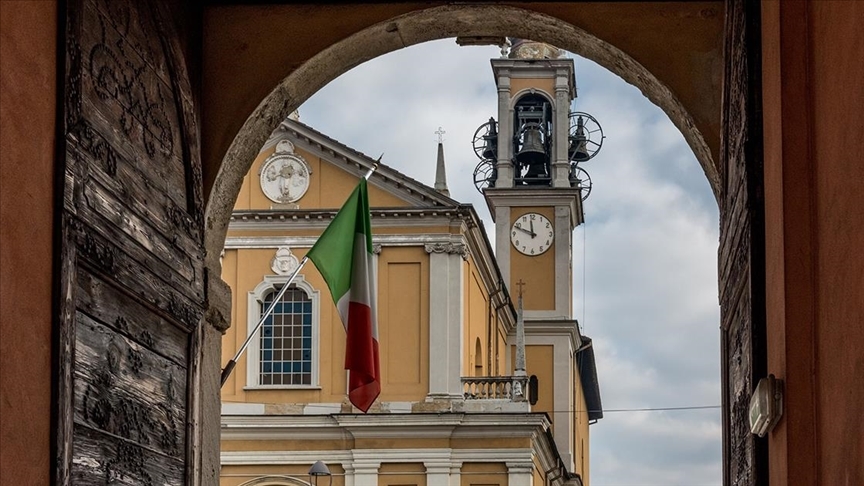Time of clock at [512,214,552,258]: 11:48
